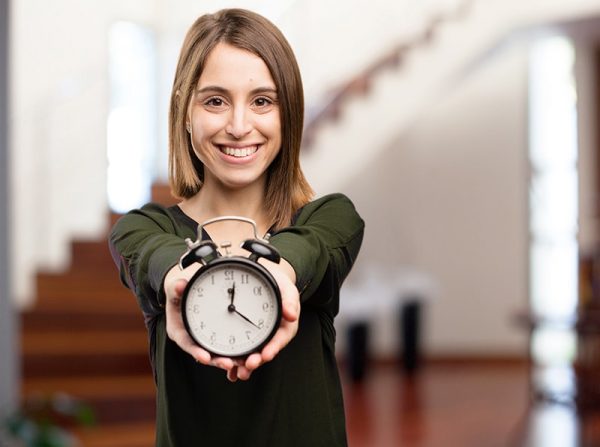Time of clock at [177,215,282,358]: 12:21
